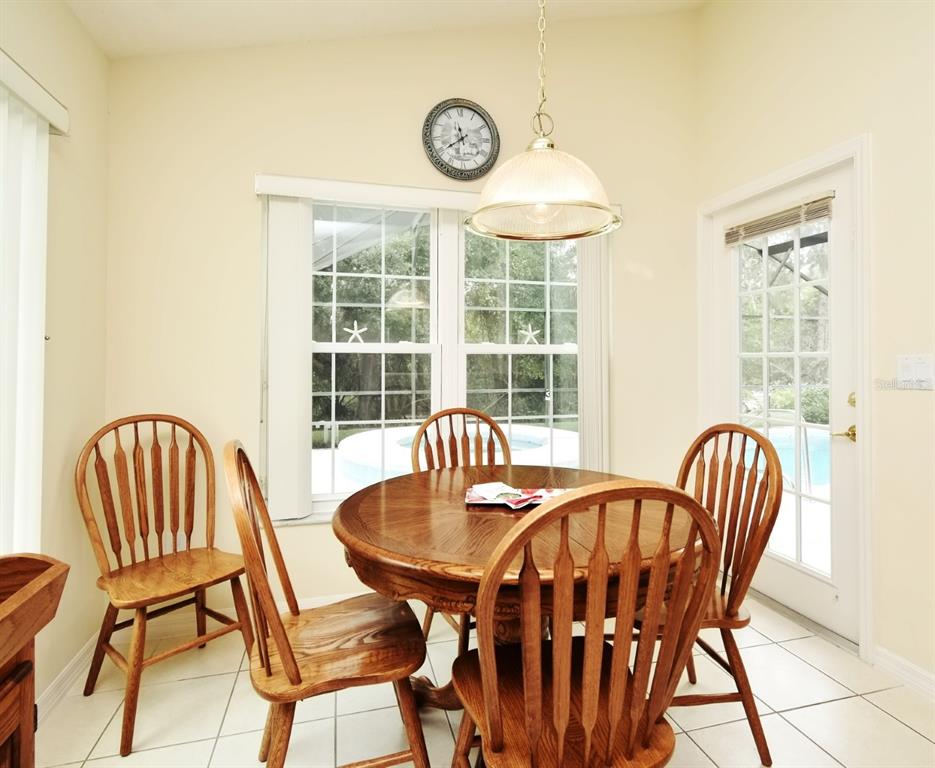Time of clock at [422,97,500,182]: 11:39
